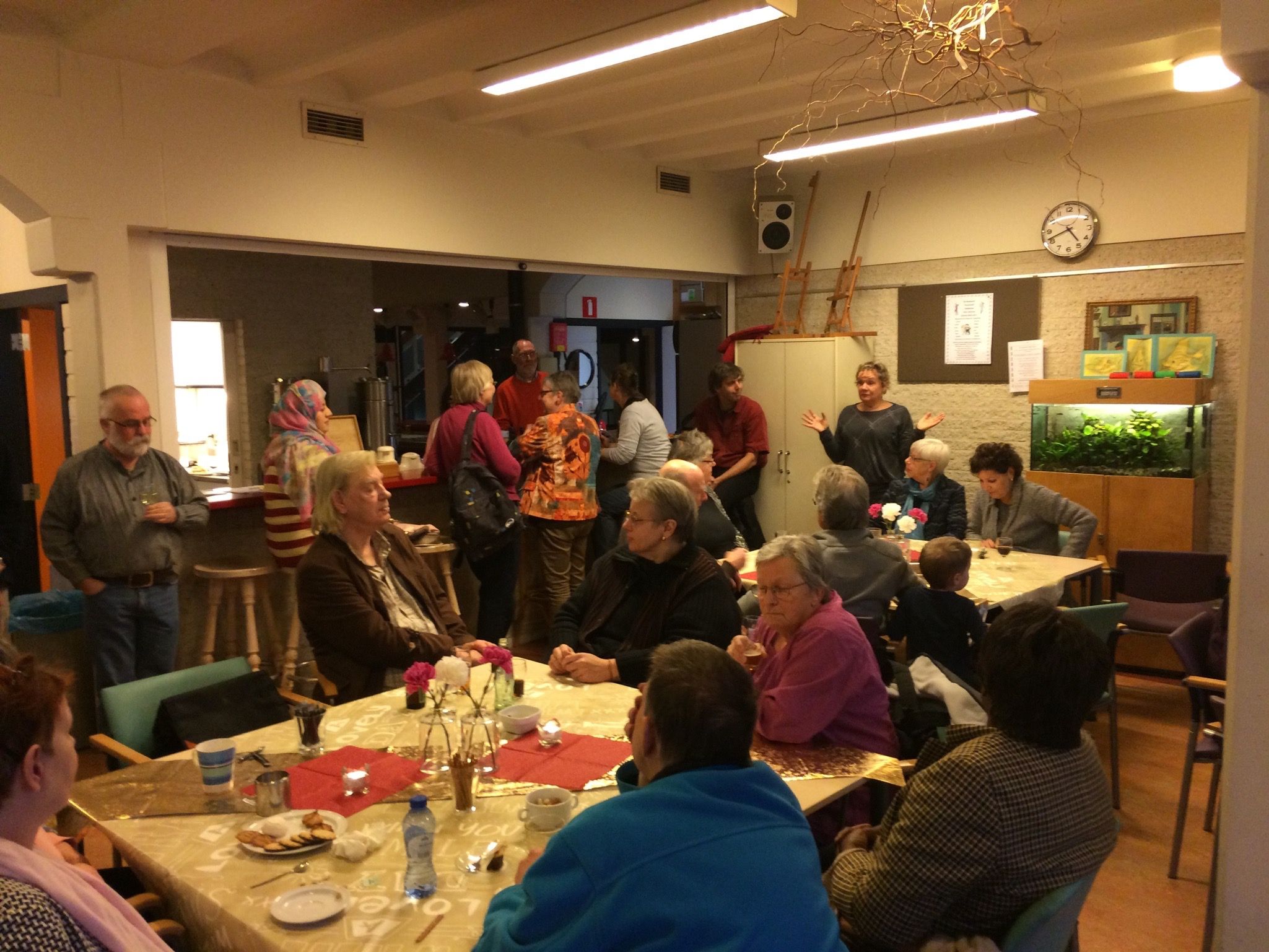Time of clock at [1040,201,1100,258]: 4:41
